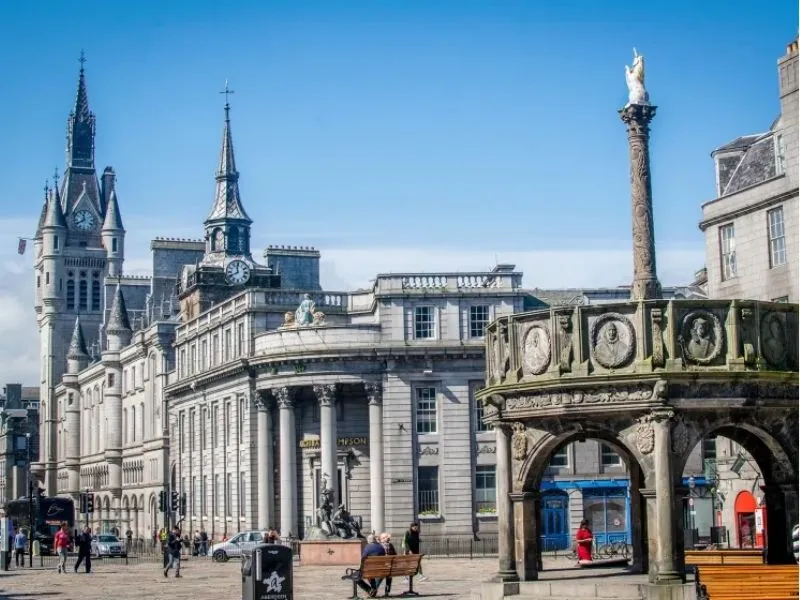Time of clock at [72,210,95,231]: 11:40
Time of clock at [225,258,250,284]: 11:40
